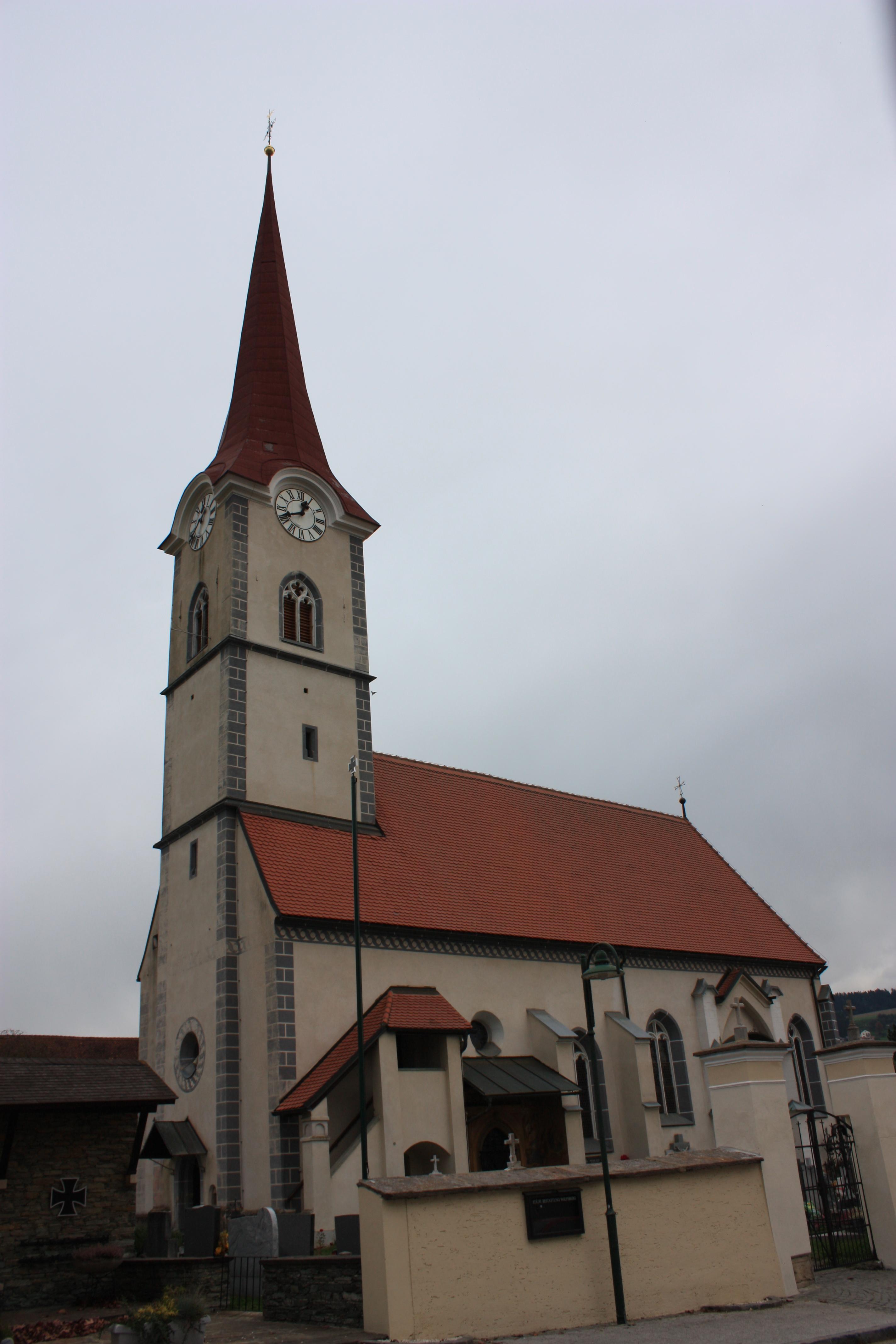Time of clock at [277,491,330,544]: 12:41
